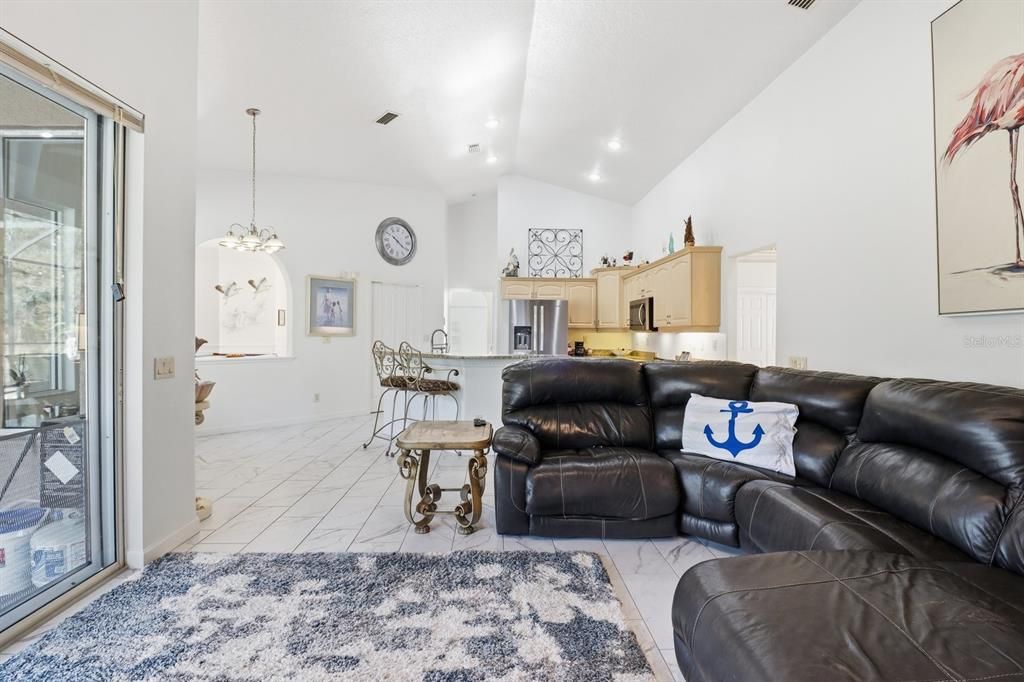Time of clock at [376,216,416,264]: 10:20
